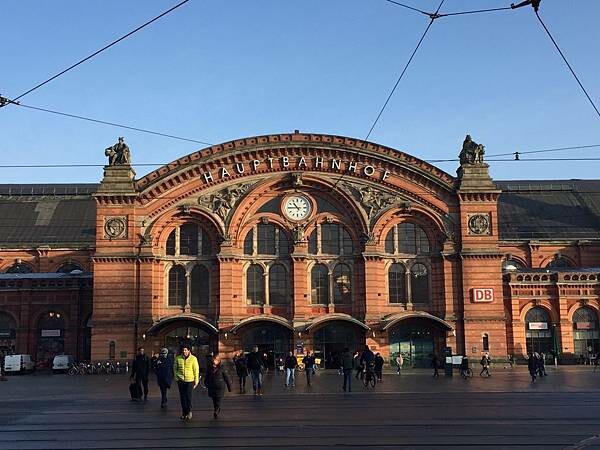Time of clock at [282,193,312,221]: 10:45
